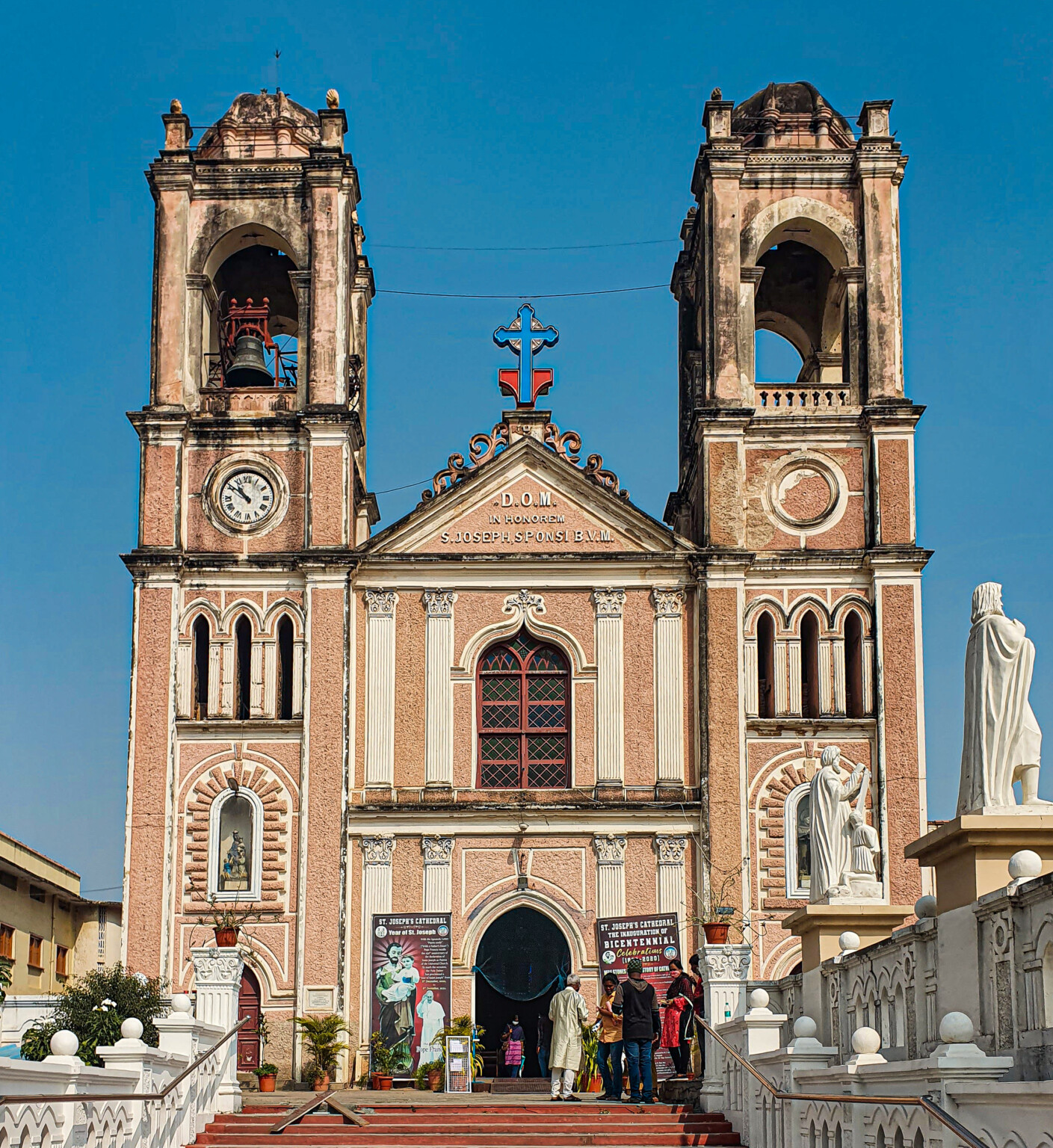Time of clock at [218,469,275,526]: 10:51
